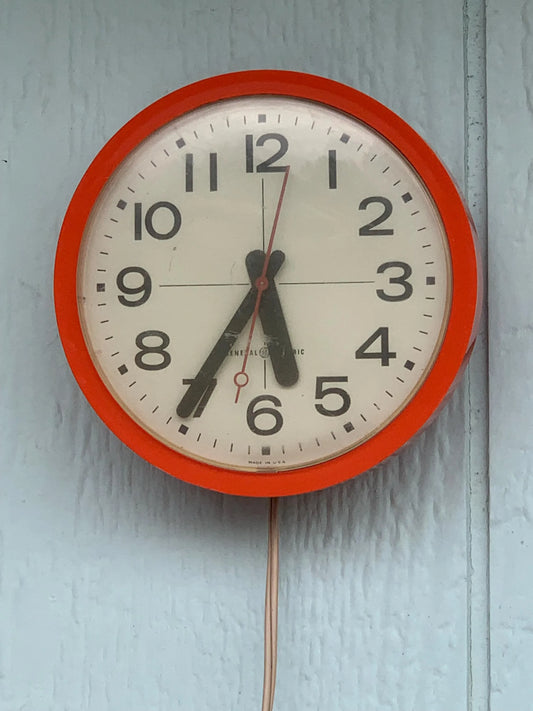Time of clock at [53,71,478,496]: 5:35
